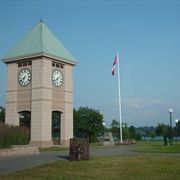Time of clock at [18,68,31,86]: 6:39
